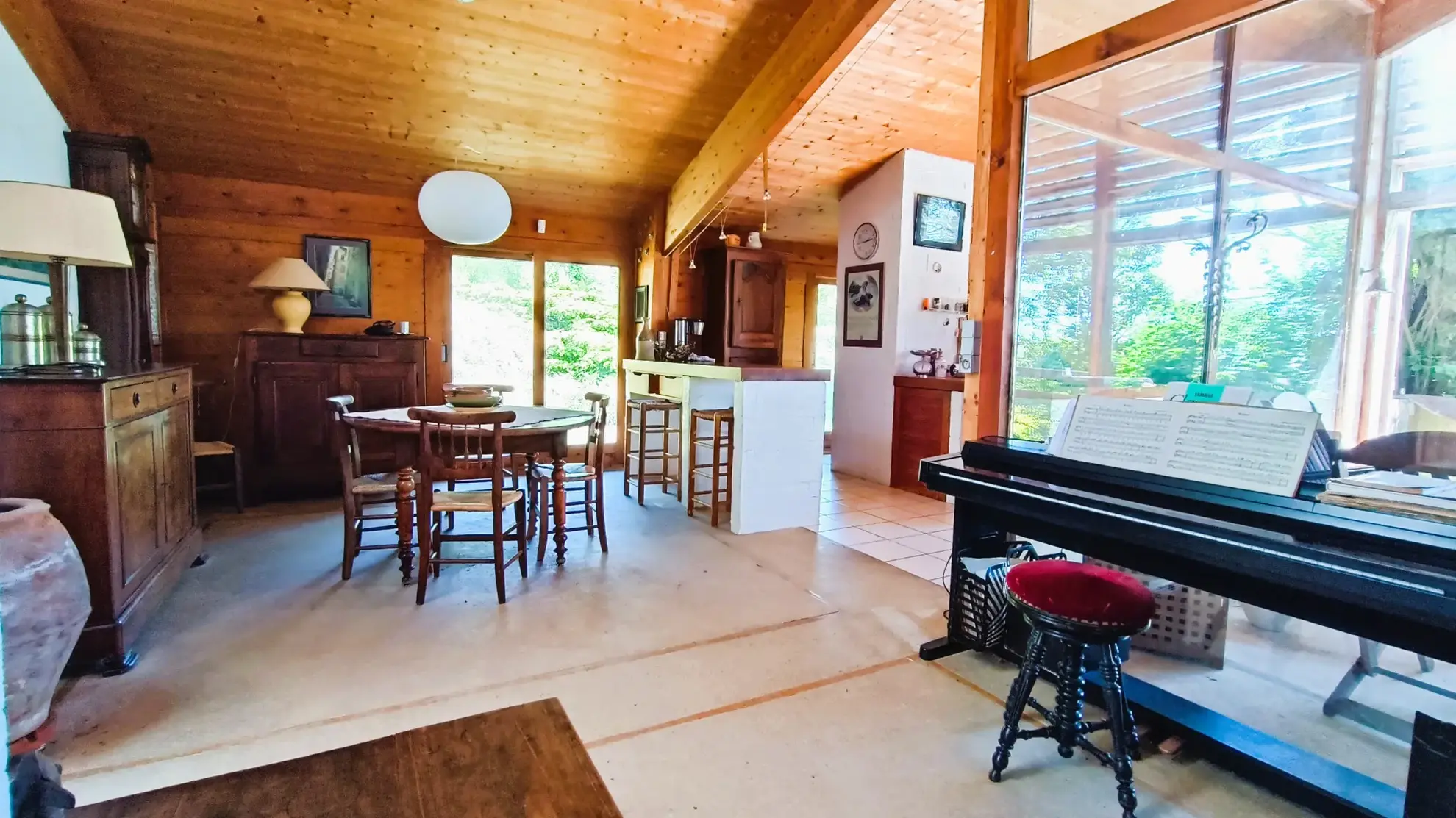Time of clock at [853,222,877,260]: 2:44
